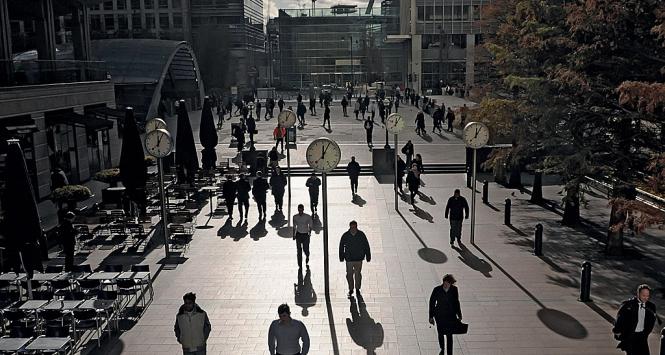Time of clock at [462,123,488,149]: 12:05
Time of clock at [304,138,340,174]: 12:04
